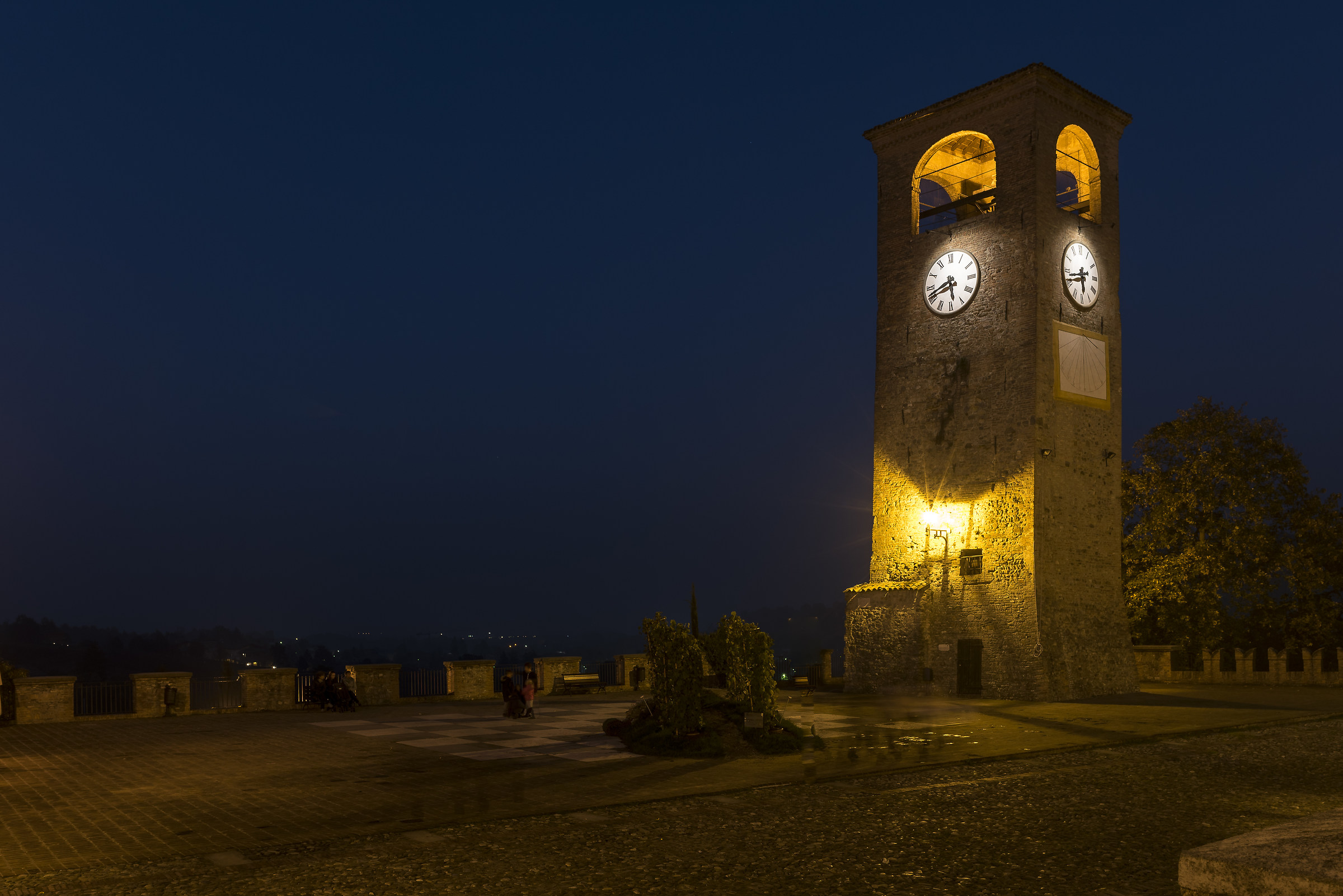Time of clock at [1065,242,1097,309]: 5:42
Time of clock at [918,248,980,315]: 5:41
